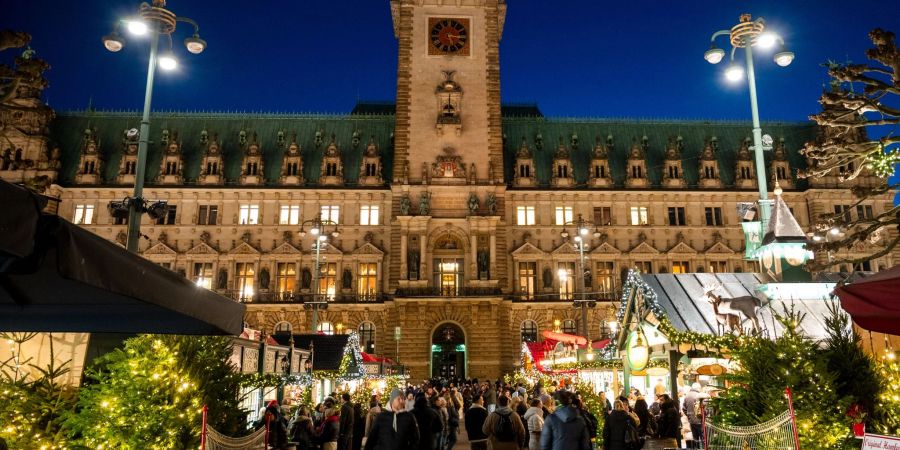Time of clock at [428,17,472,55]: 5:15
